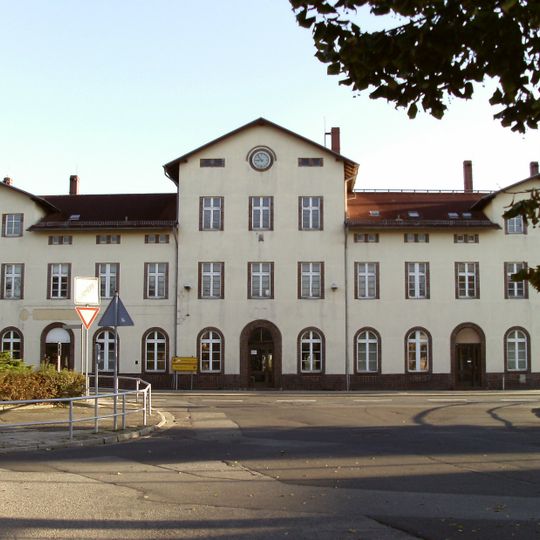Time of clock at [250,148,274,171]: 8:53
